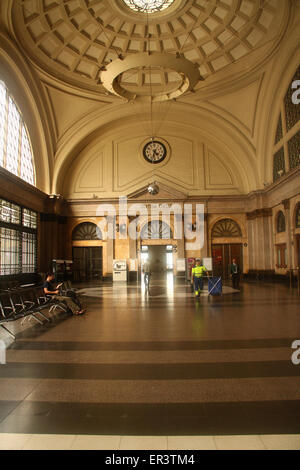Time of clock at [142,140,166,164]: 4:32
